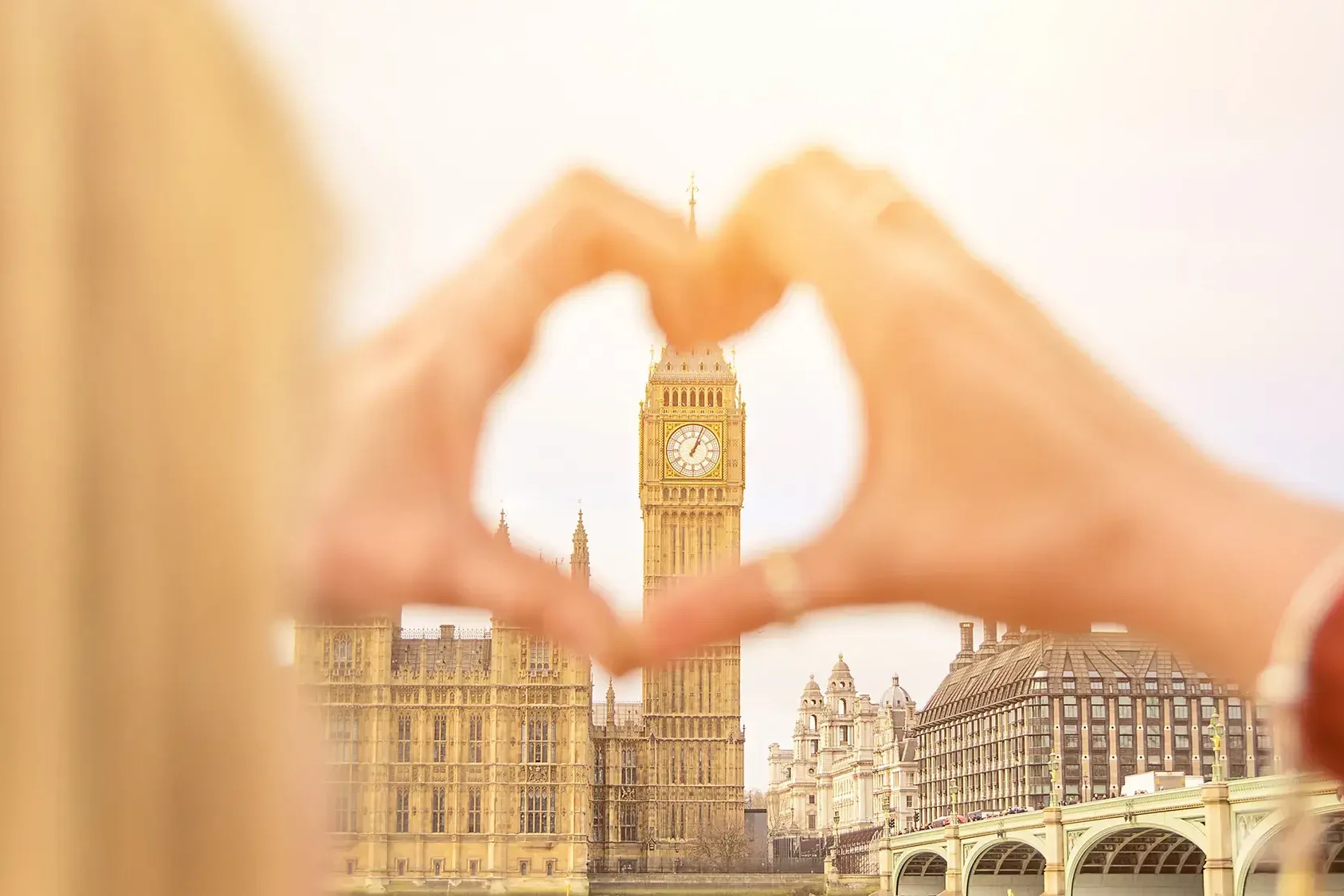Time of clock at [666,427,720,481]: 1:03
